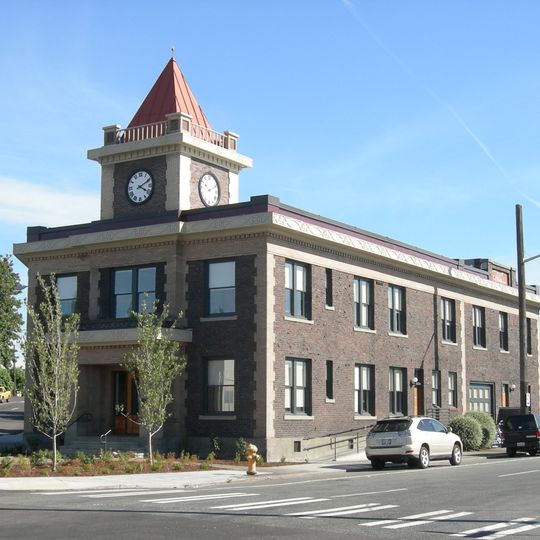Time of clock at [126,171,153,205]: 4:10
